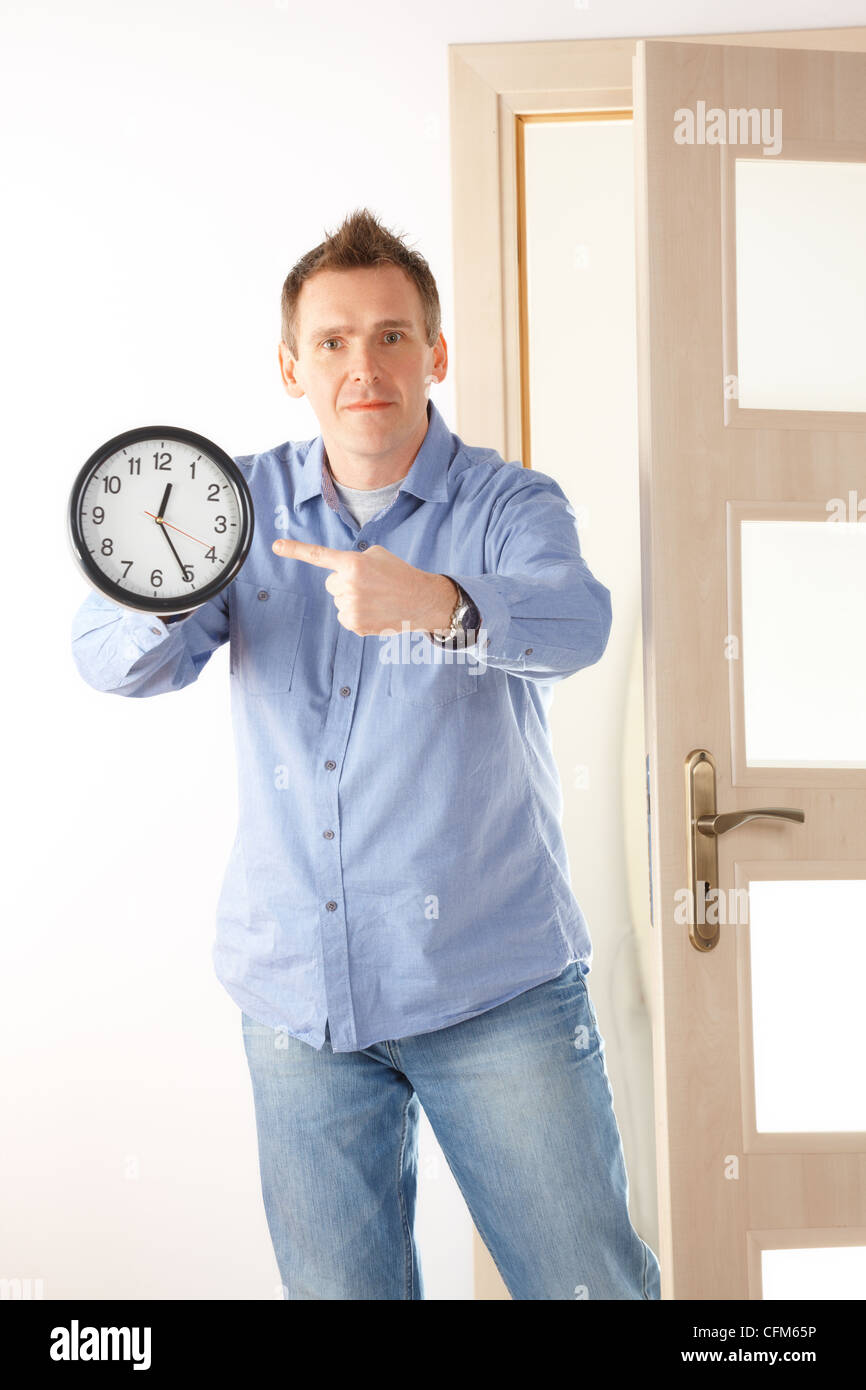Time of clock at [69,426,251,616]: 12:25
